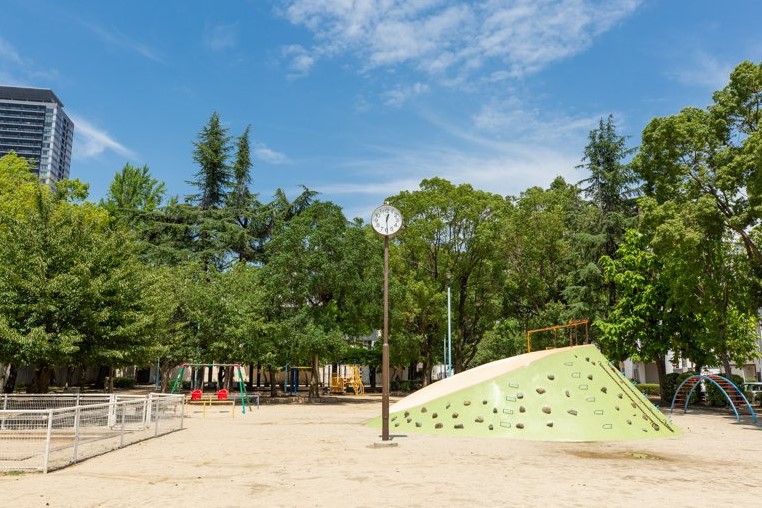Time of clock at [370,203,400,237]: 12:29
